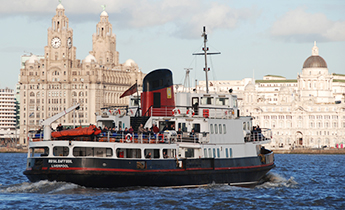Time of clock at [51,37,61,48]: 2:32
